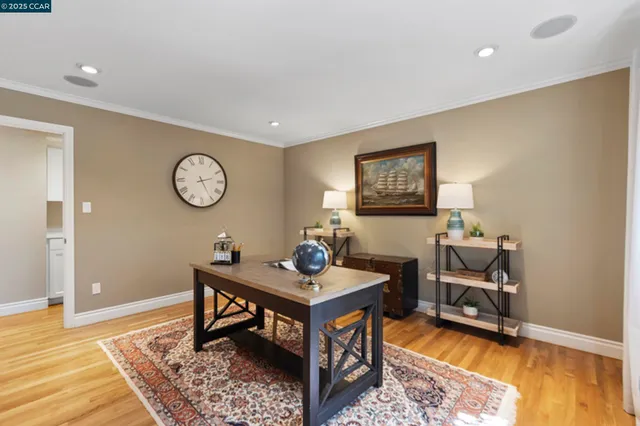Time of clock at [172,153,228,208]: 2:25
